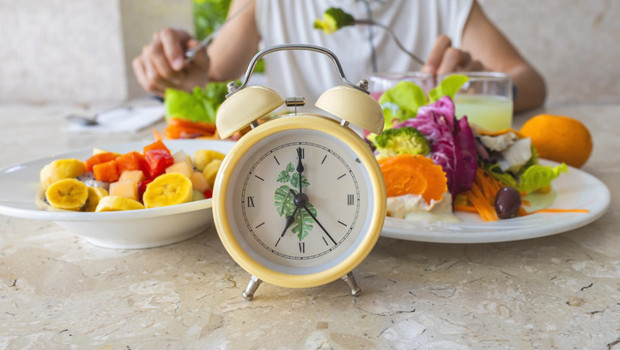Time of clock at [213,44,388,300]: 7:00
